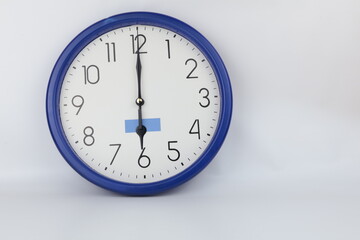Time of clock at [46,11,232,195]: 5:59
